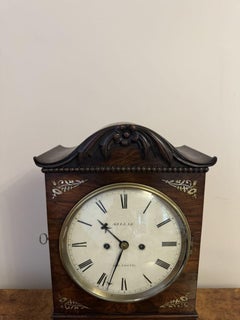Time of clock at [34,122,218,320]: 10:33
